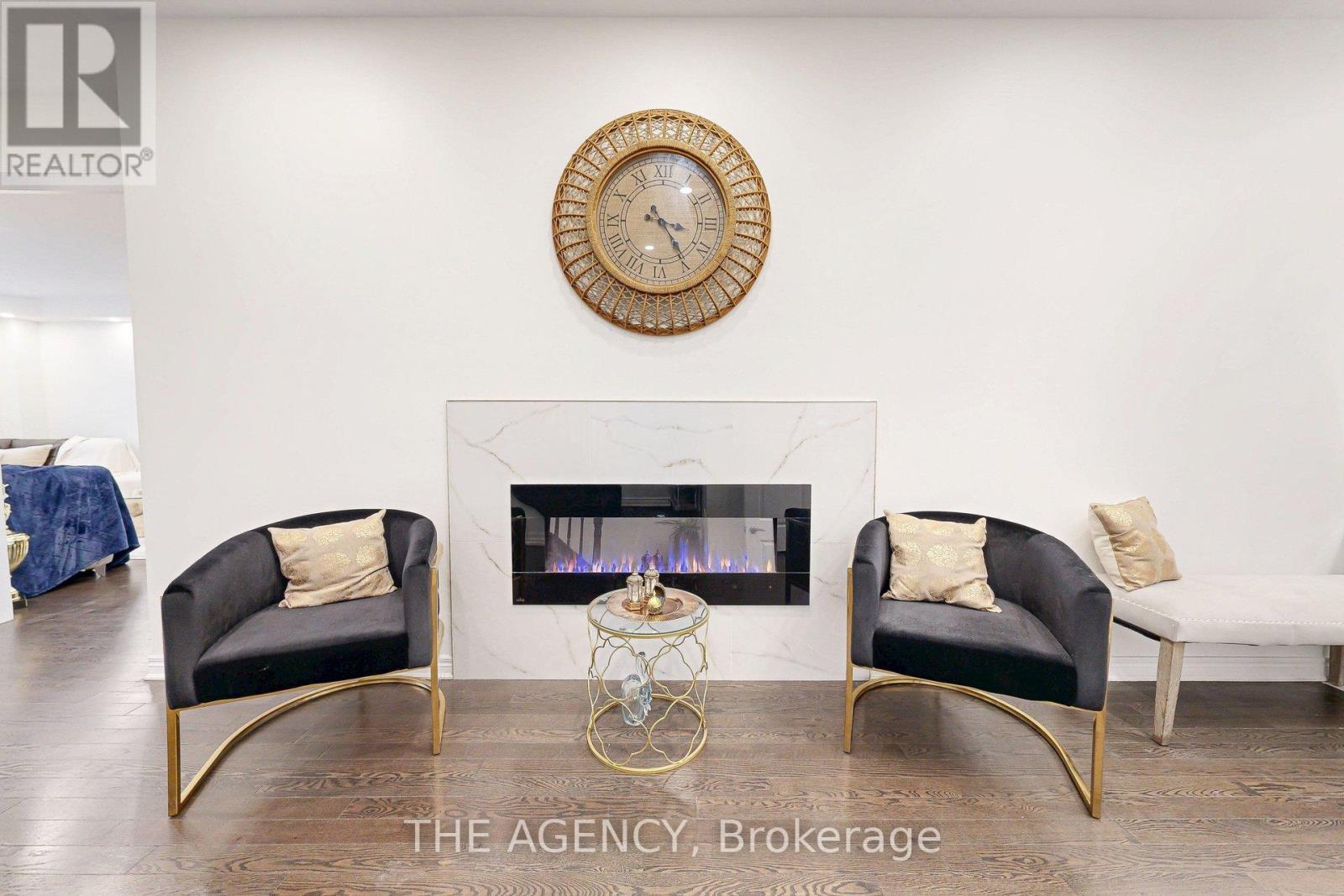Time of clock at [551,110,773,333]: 3:24
